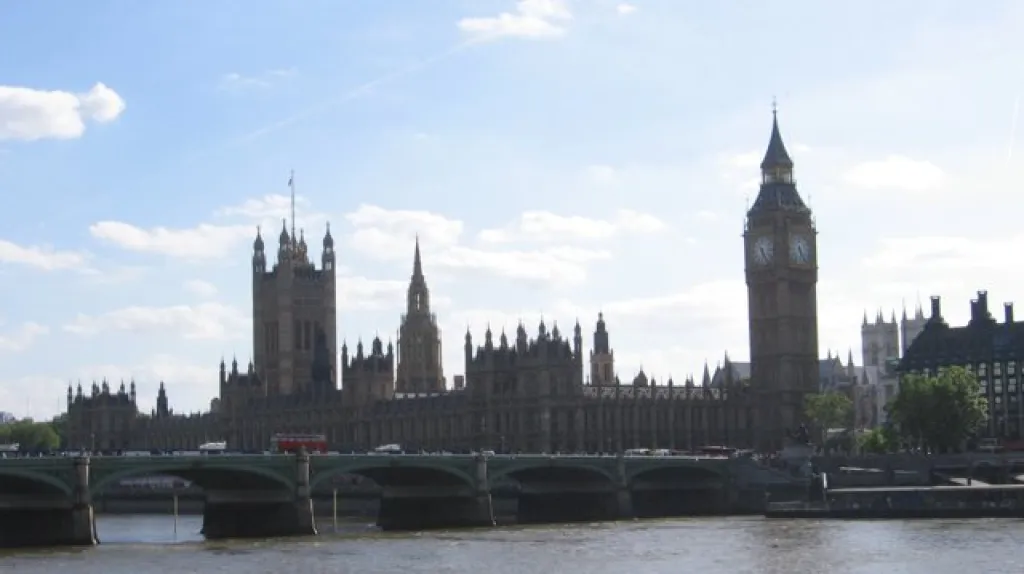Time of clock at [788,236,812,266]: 5:24
